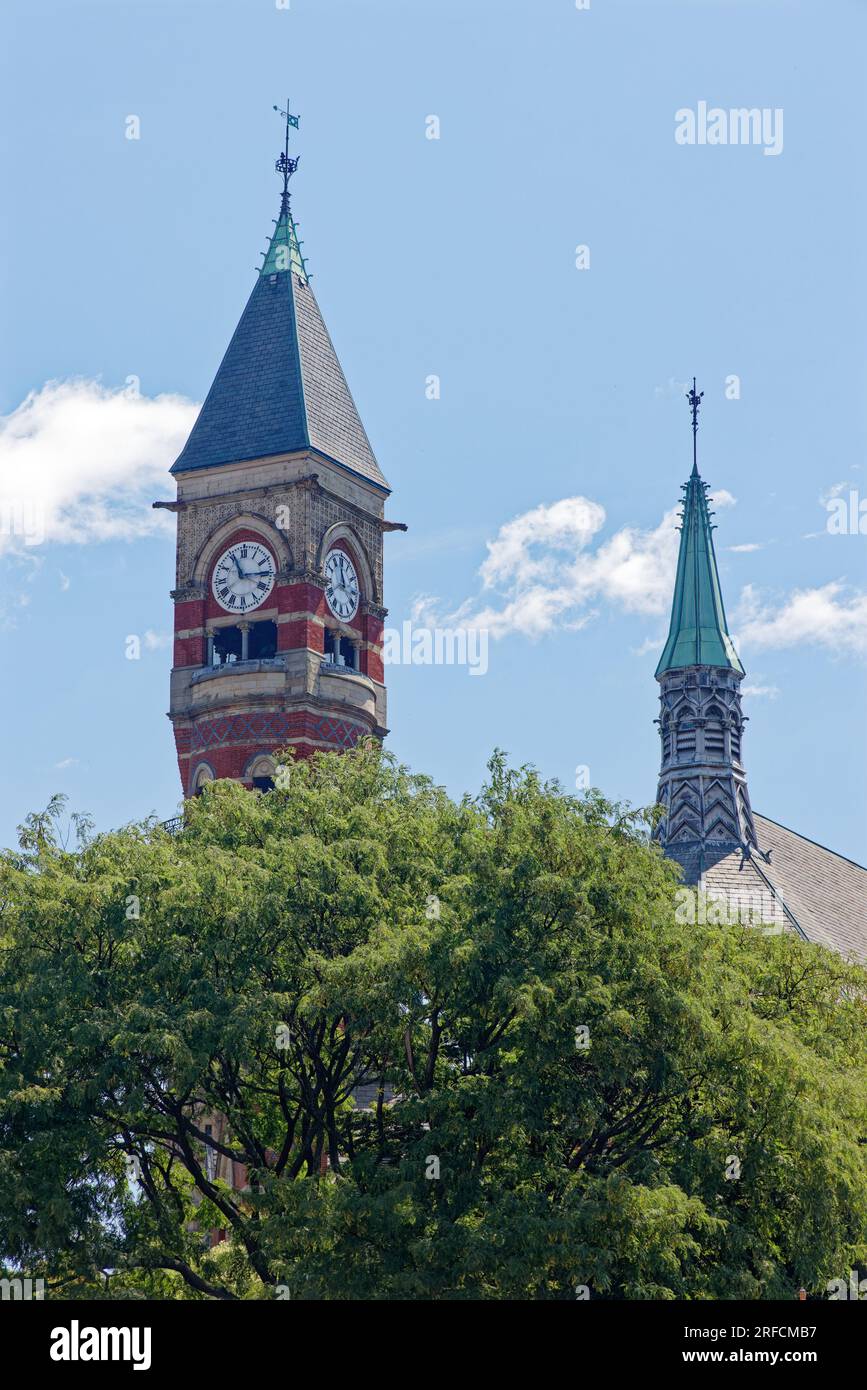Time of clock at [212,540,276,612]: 11:14
